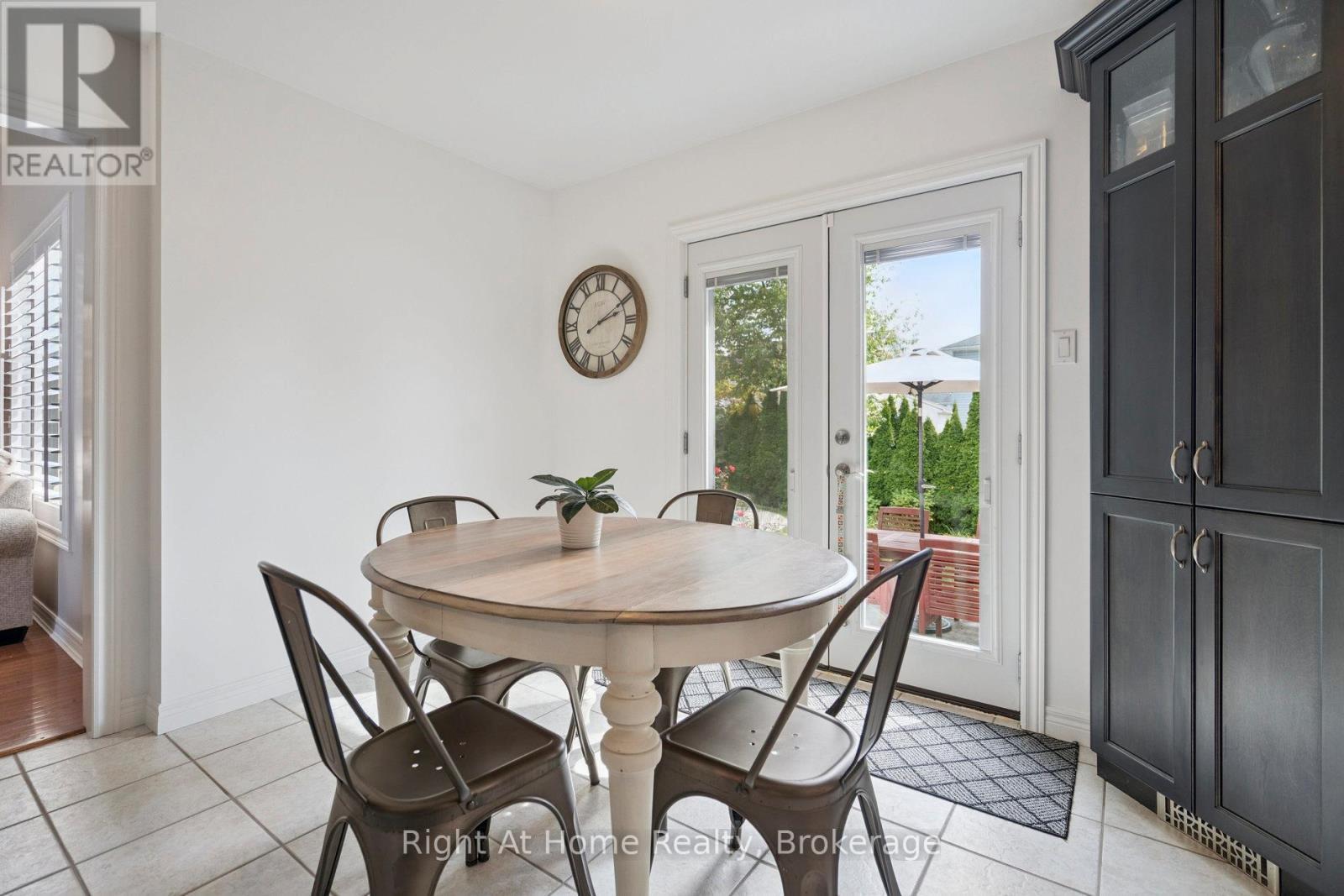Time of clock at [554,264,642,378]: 2:09
